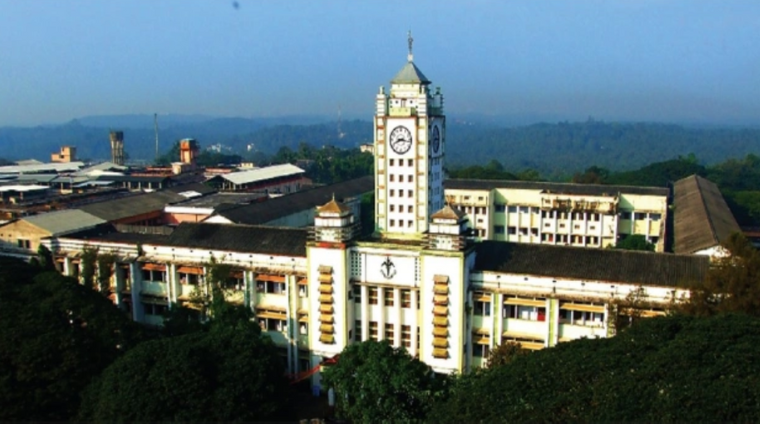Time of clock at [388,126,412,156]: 8:16
